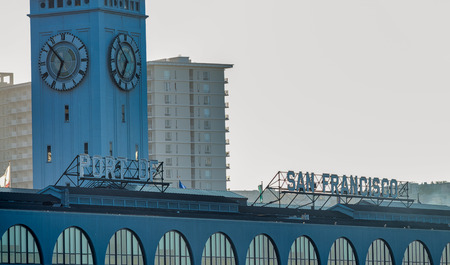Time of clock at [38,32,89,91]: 6:52
